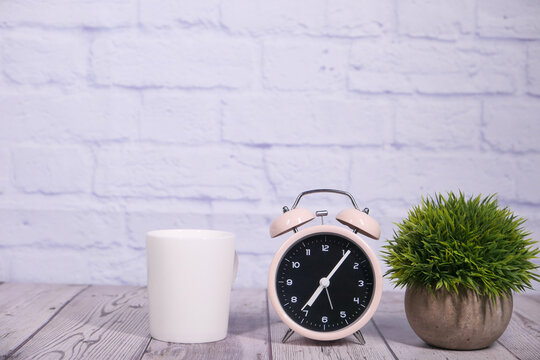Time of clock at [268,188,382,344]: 7:06
